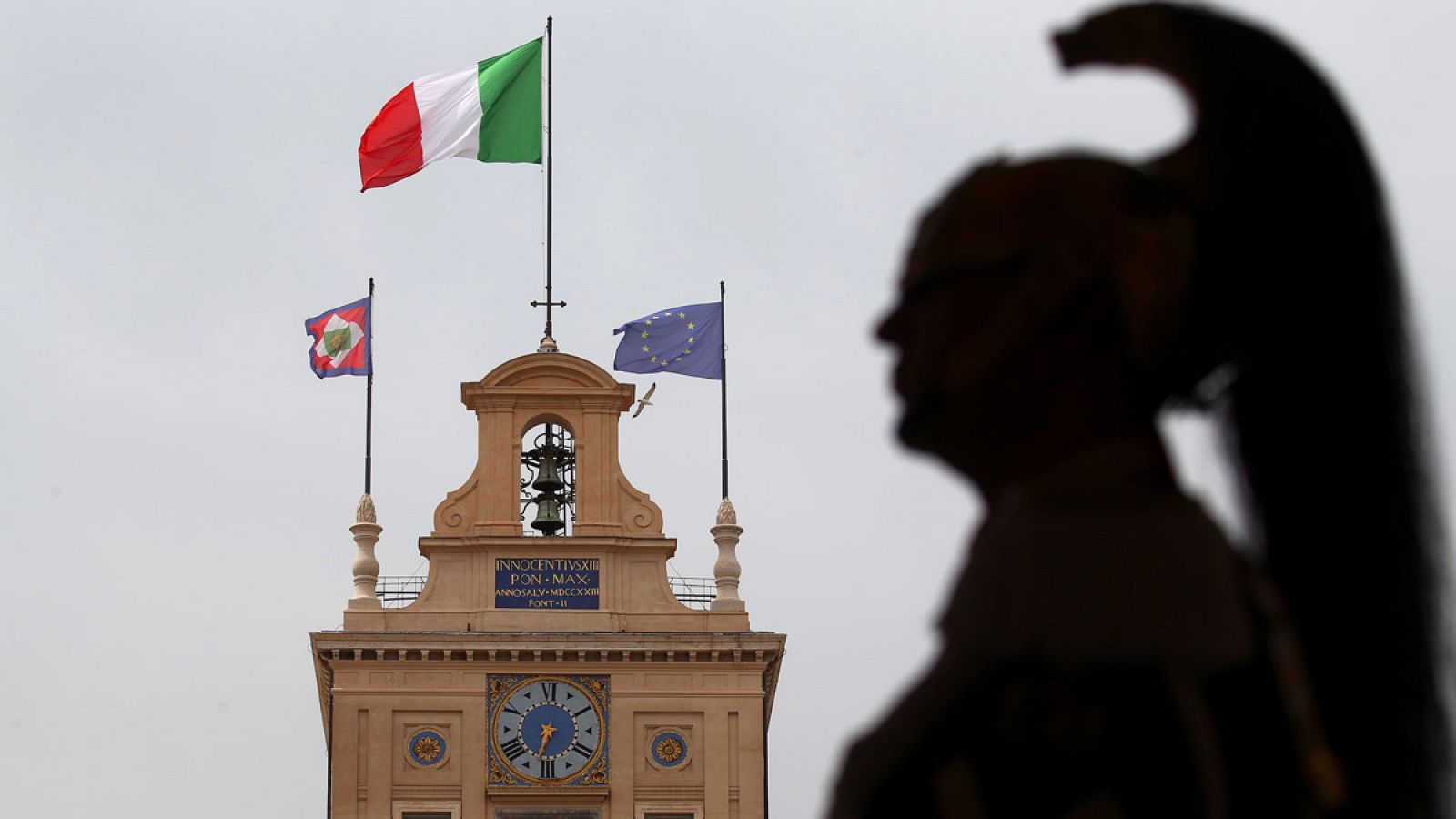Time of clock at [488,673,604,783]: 6:32
